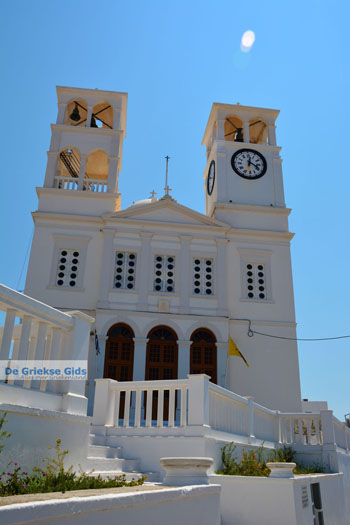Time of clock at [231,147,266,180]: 12:19
